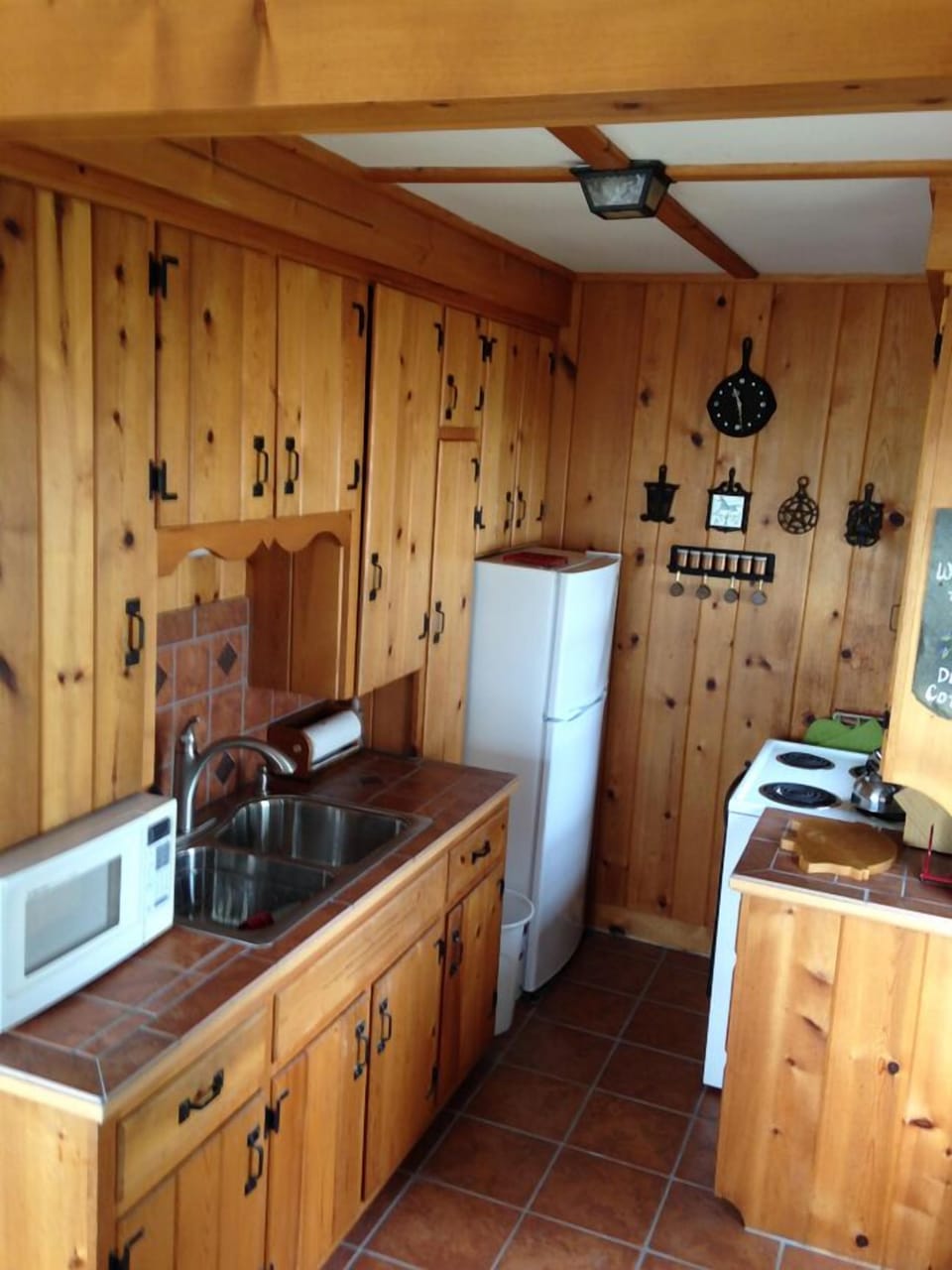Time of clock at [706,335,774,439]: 11:28
